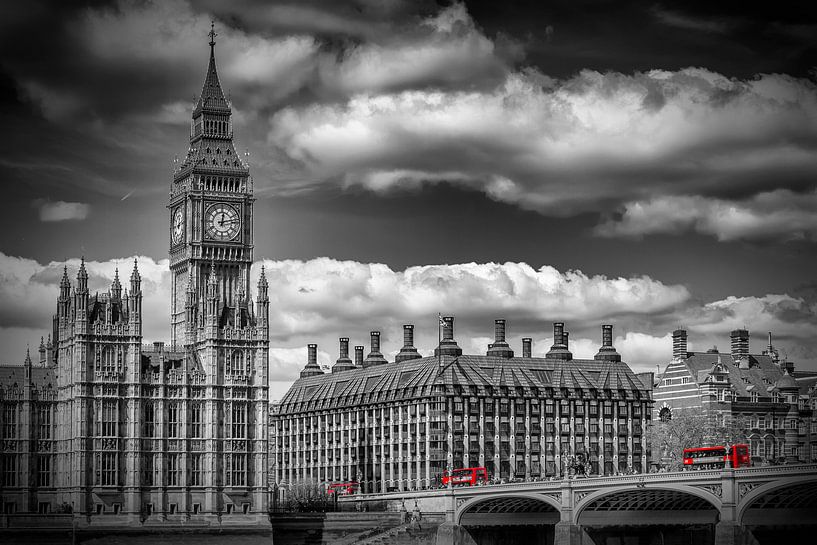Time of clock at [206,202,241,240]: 12:13
